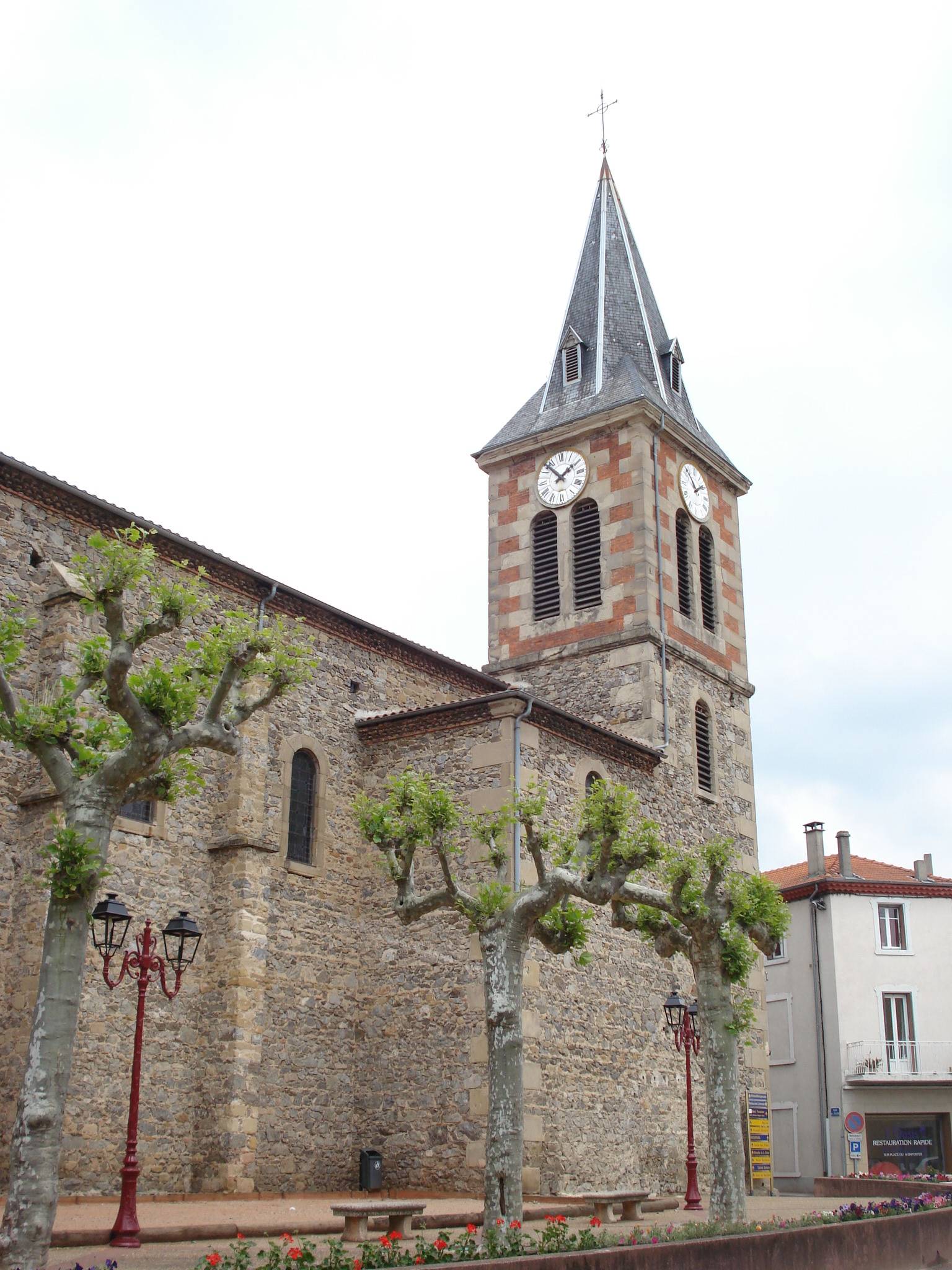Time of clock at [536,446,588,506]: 1:52
